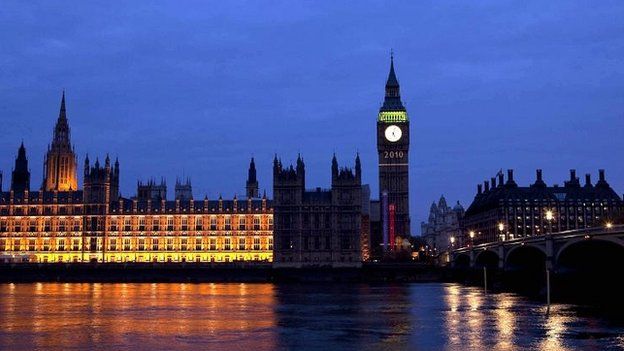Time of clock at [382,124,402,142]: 5:03
